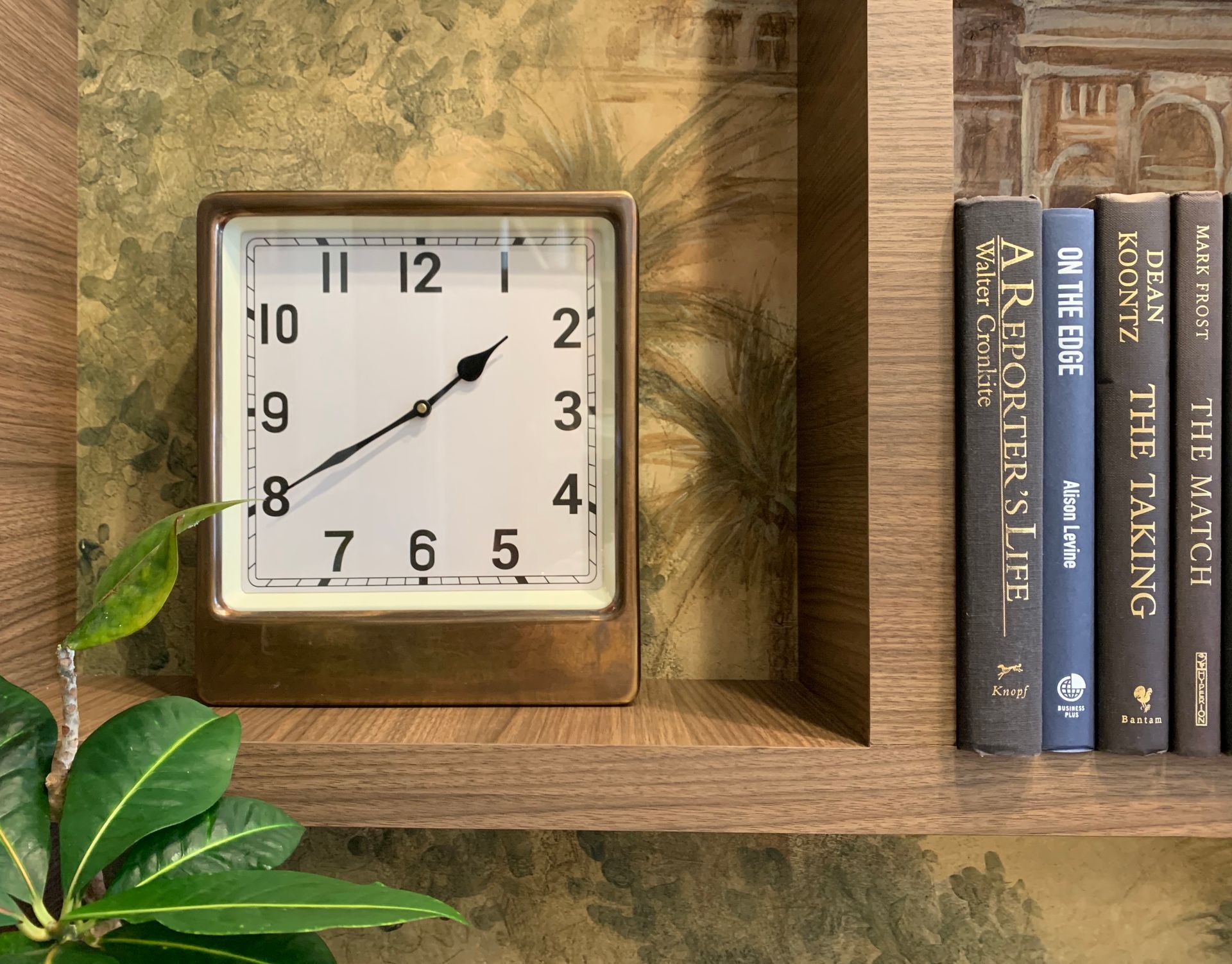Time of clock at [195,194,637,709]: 1:40
